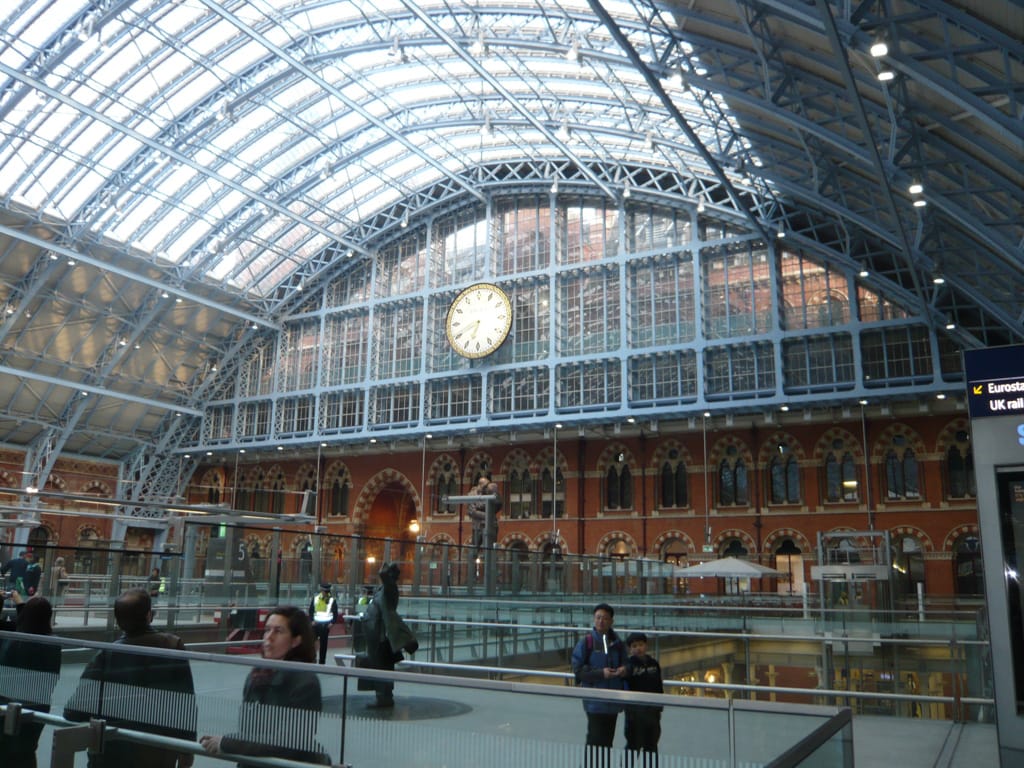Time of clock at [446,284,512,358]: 6:41
